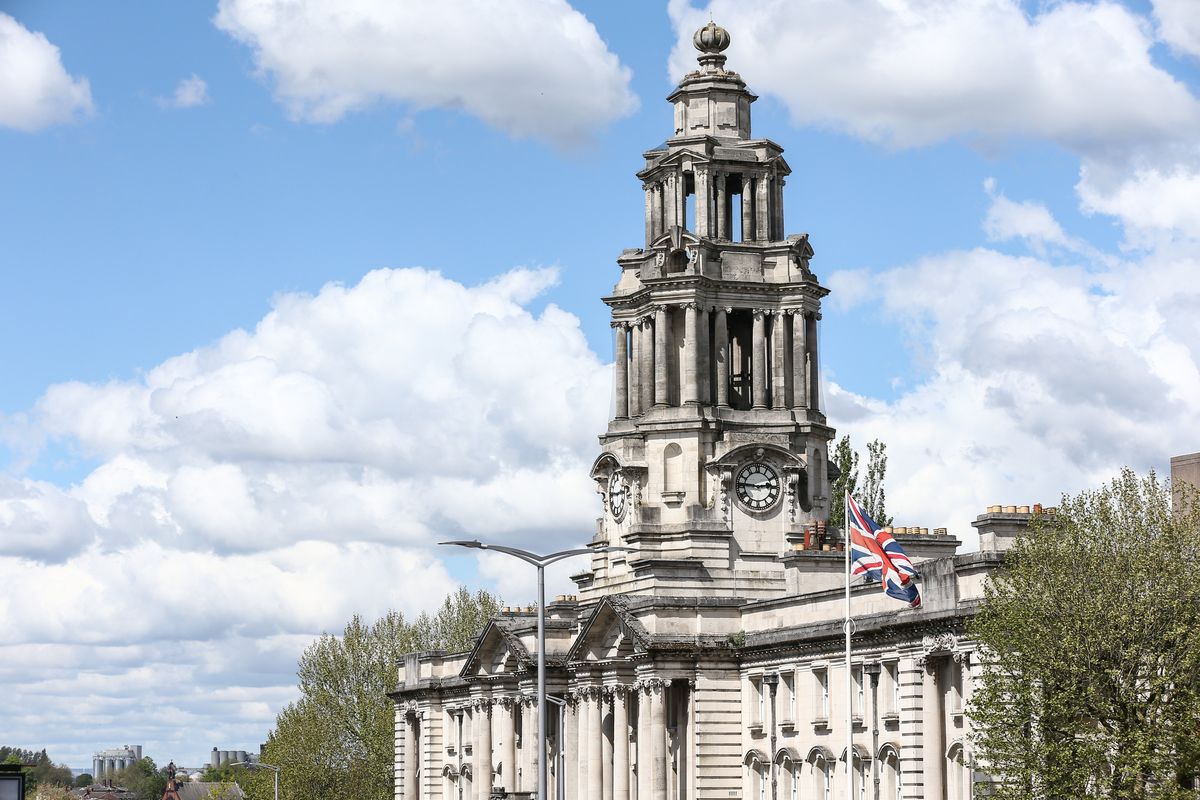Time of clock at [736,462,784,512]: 2:46
